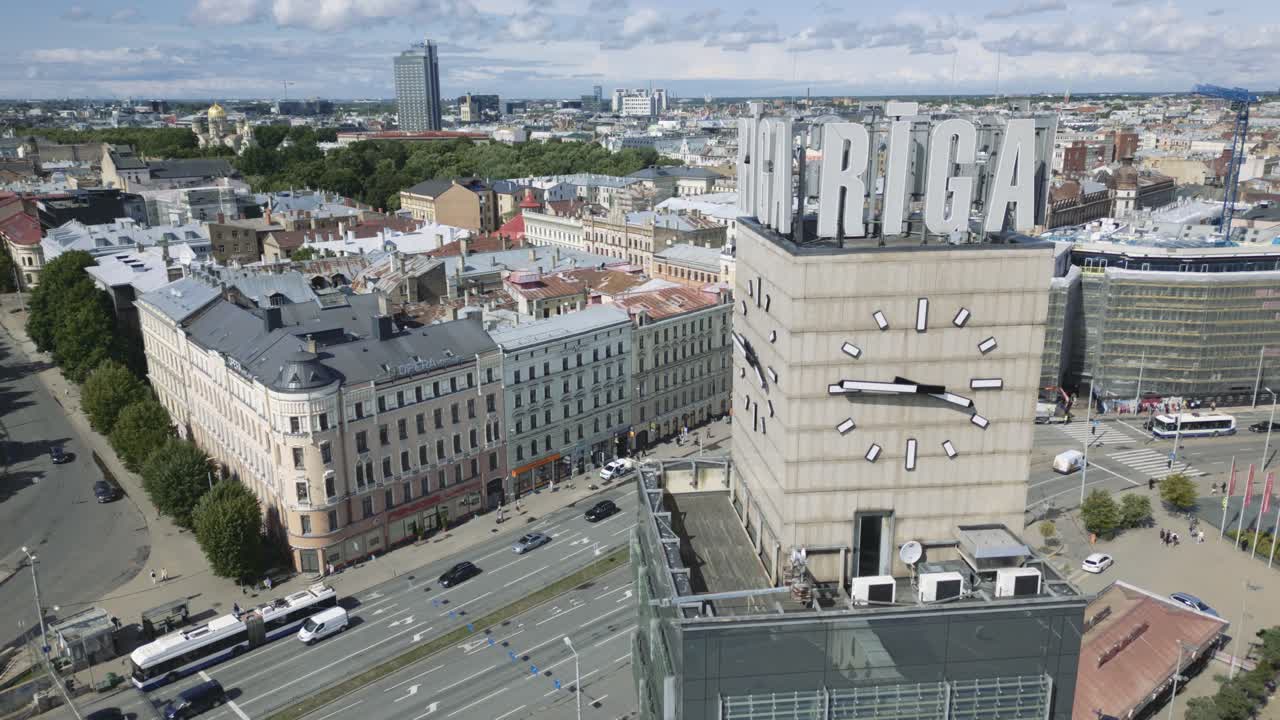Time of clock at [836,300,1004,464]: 3:45
